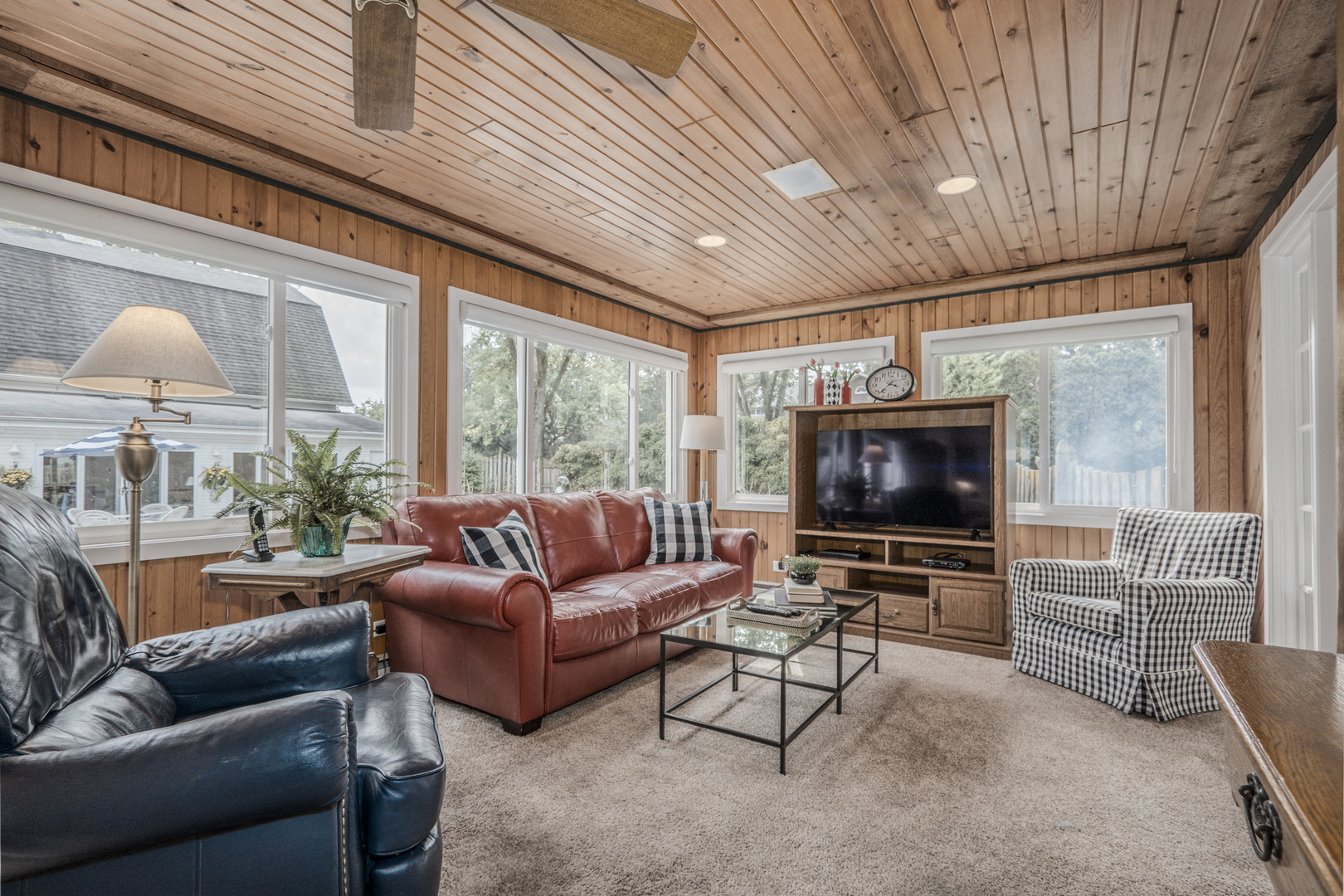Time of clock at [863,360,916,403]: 3:37
